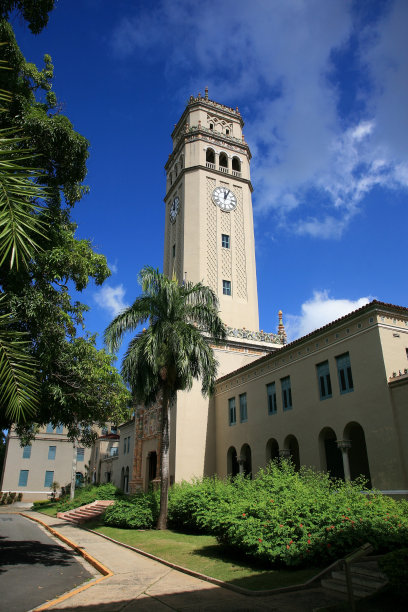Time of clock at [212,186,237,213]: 12:04
